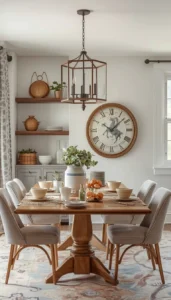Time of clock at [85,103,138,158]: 4:07
